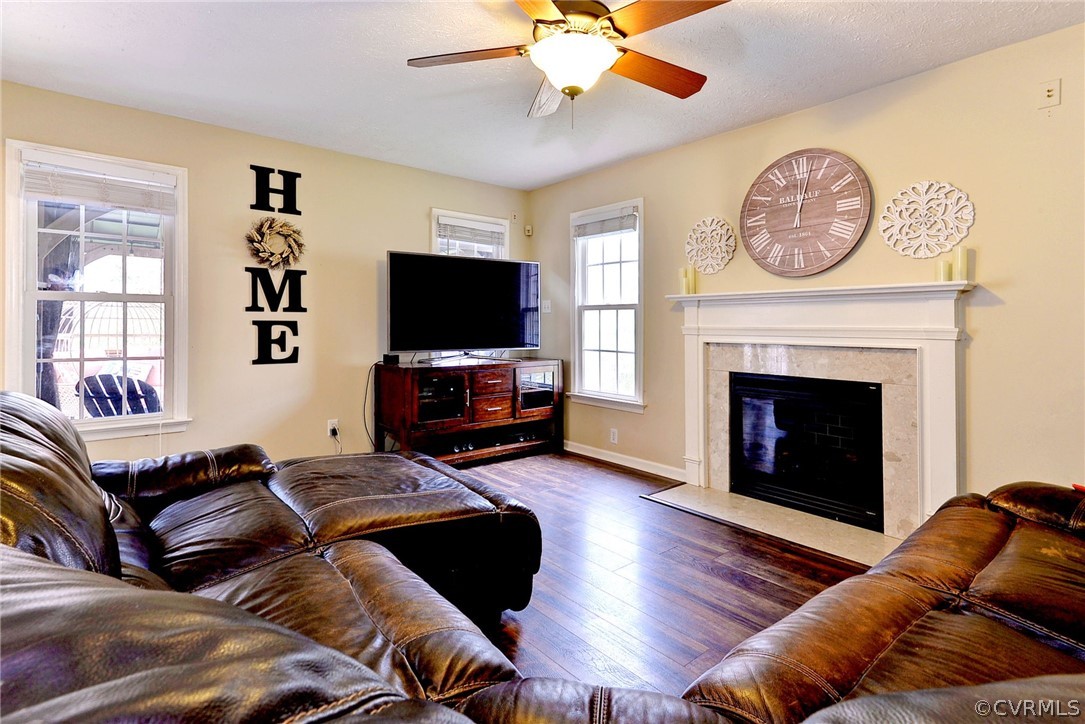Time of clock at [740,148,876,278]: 12:02
